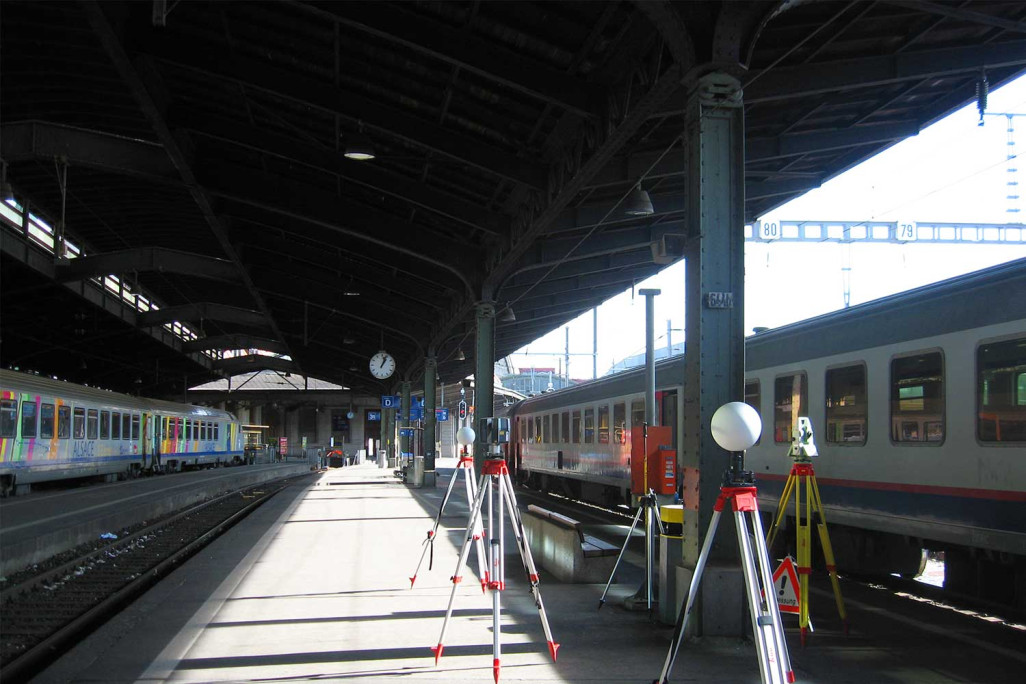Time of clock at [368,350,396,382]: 1:03
